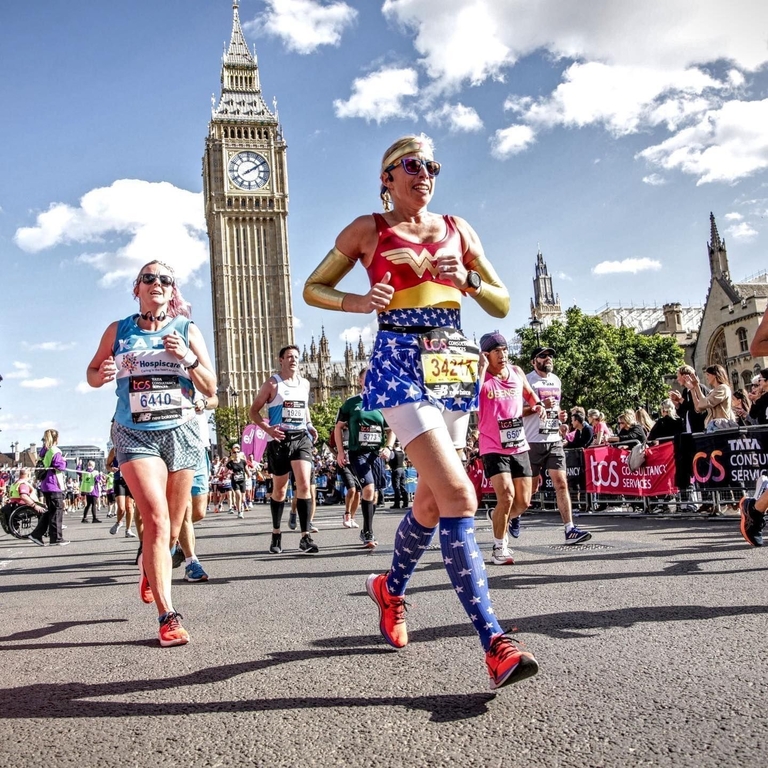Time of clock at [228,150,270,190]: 2:09
